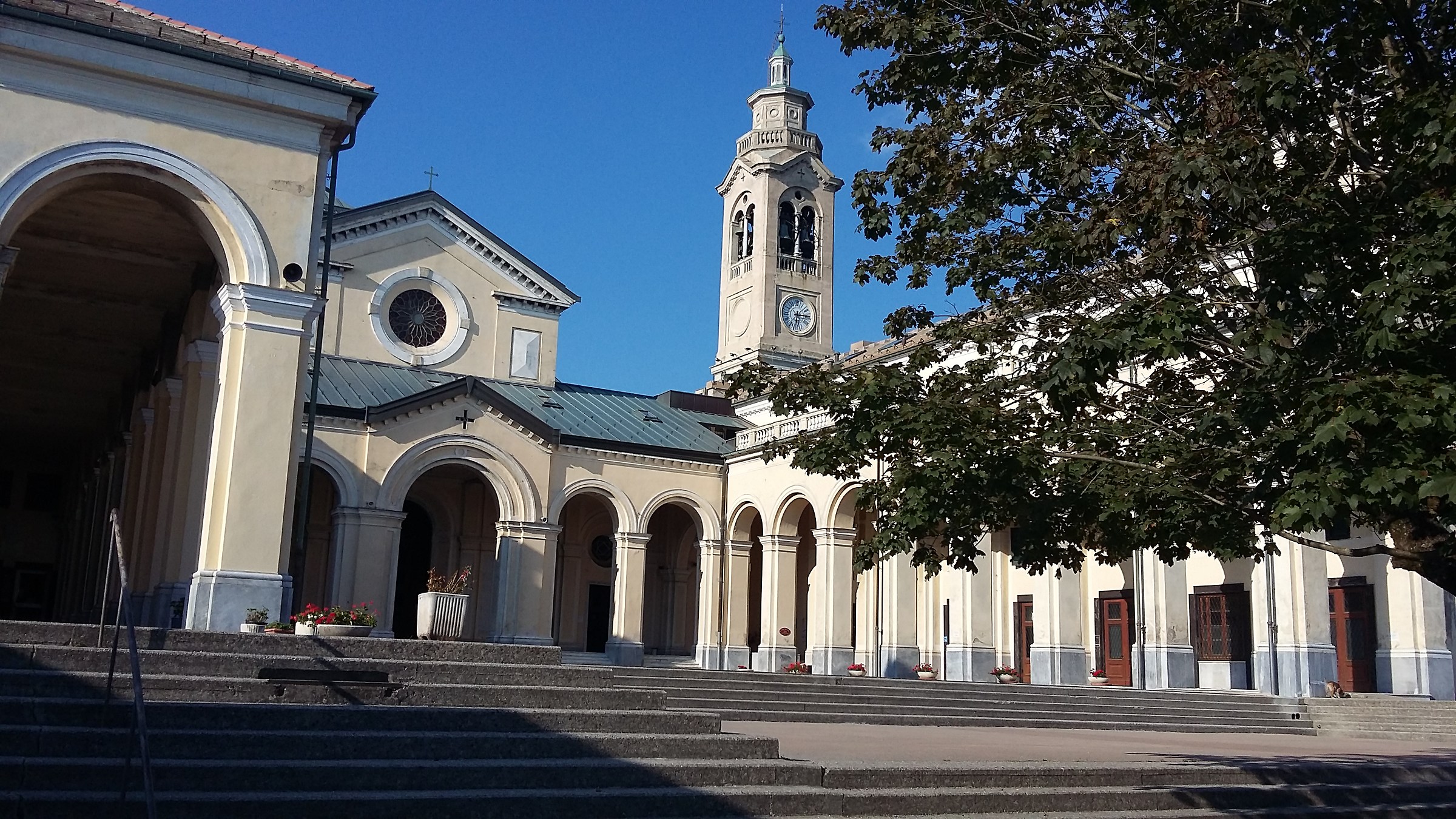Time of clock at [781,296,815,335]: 6:14
